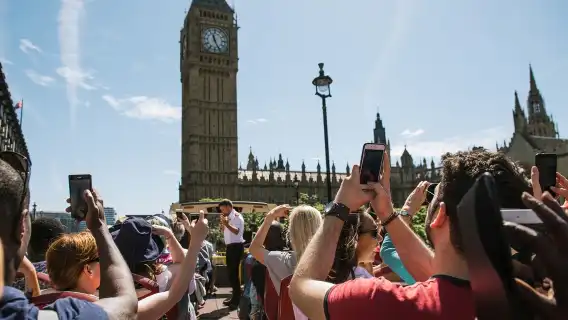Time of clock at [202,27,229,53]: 11:25
